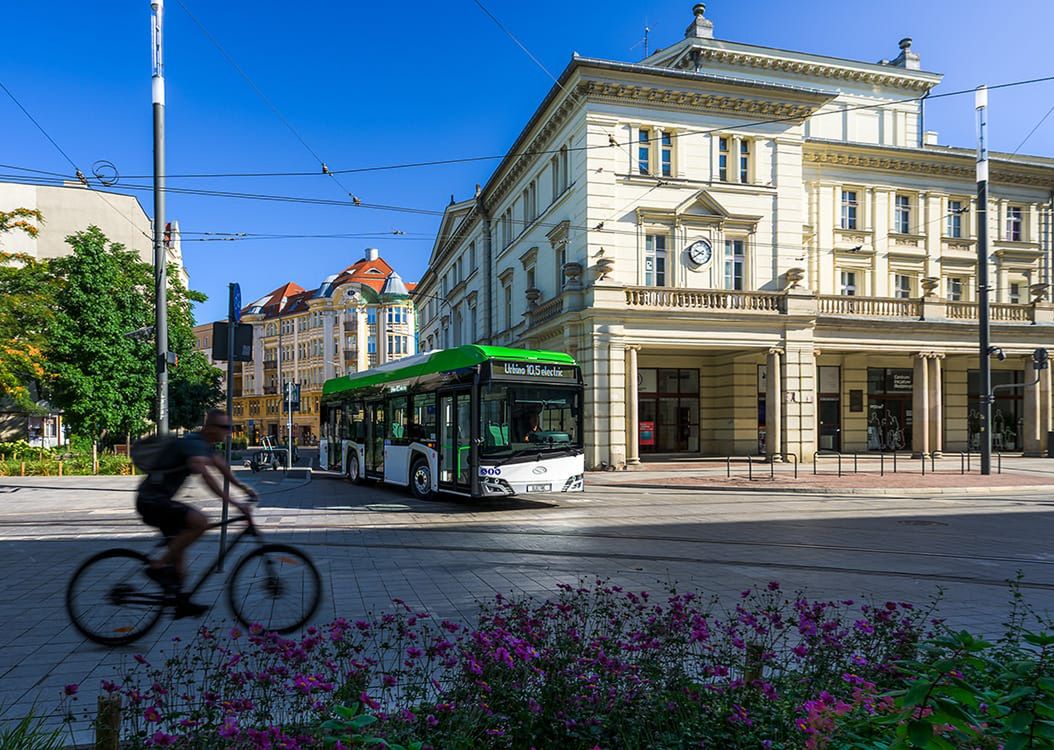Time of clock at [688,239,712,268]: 9:39
